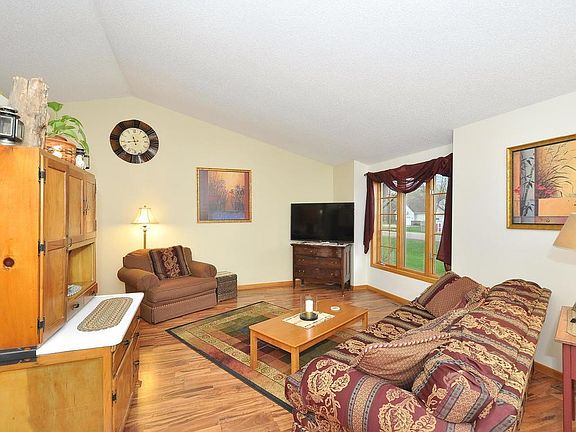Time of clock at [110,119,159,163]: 11:43
